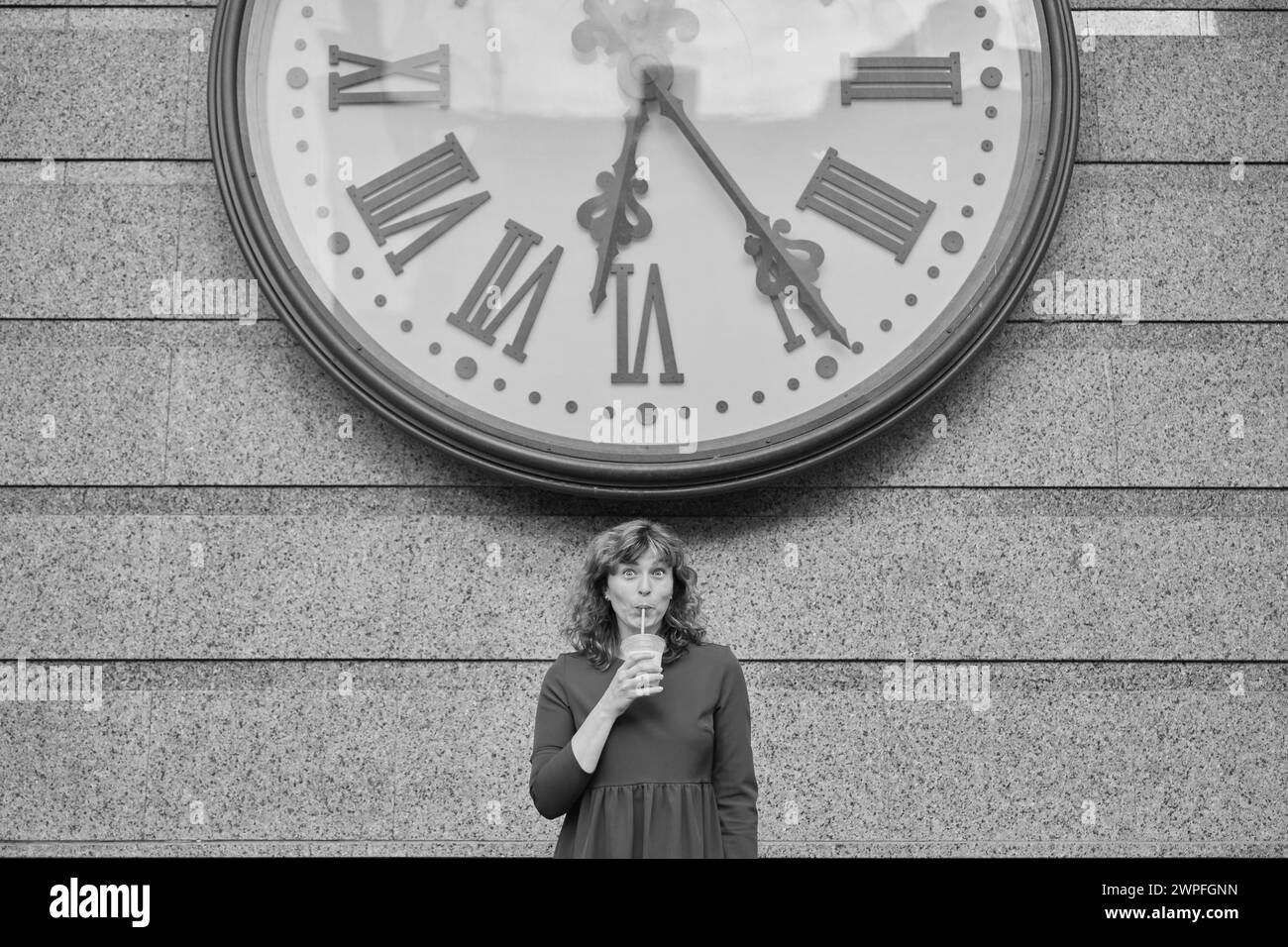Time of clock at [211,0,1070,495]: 6:24
